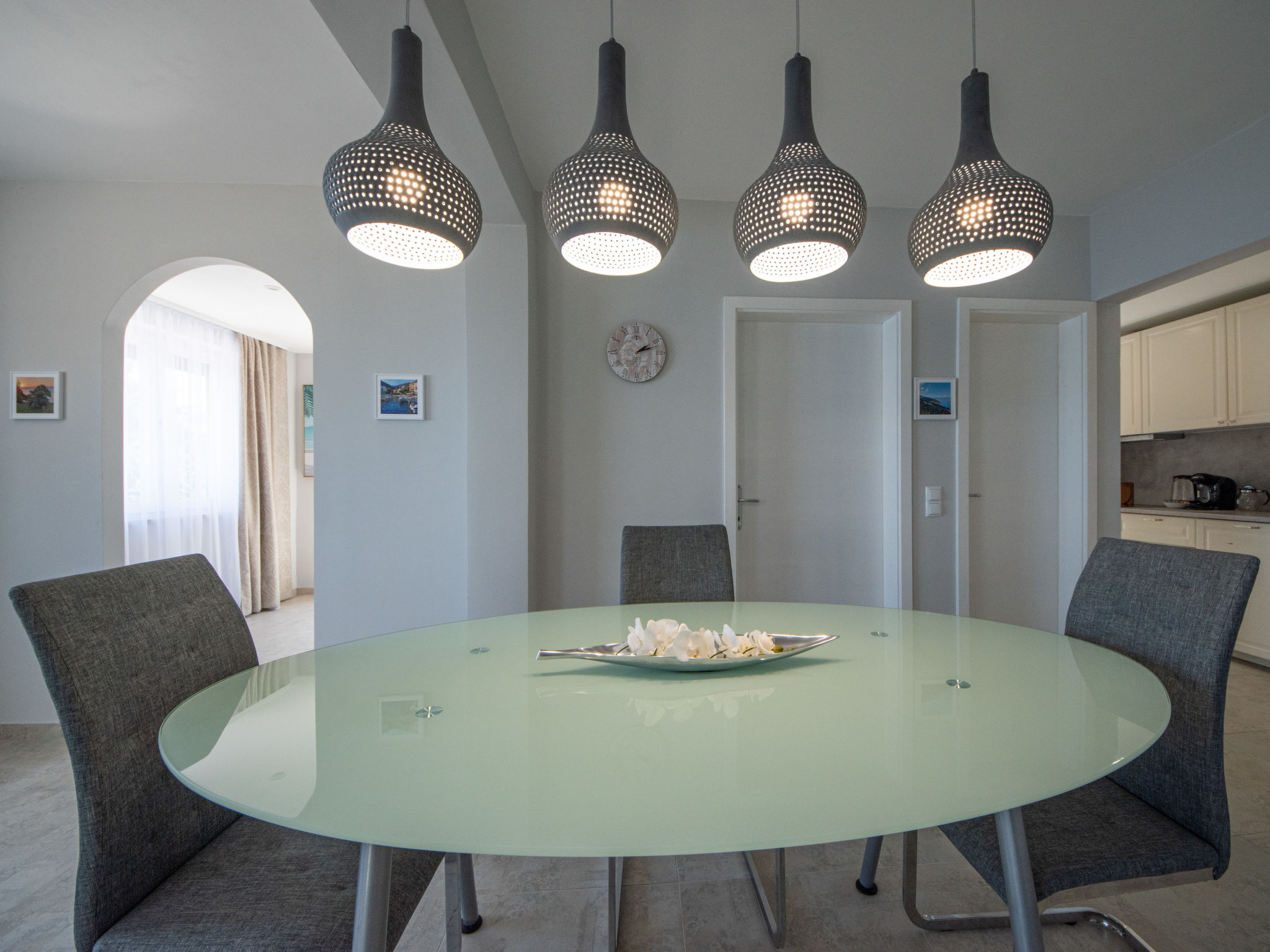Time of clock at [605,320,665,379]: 2:12
